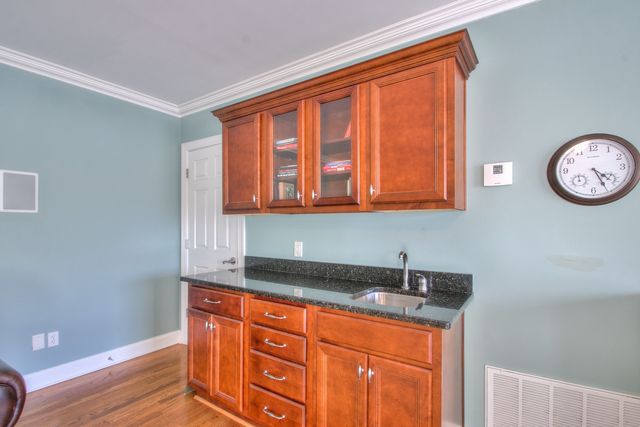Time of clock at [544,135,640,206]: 4:25
